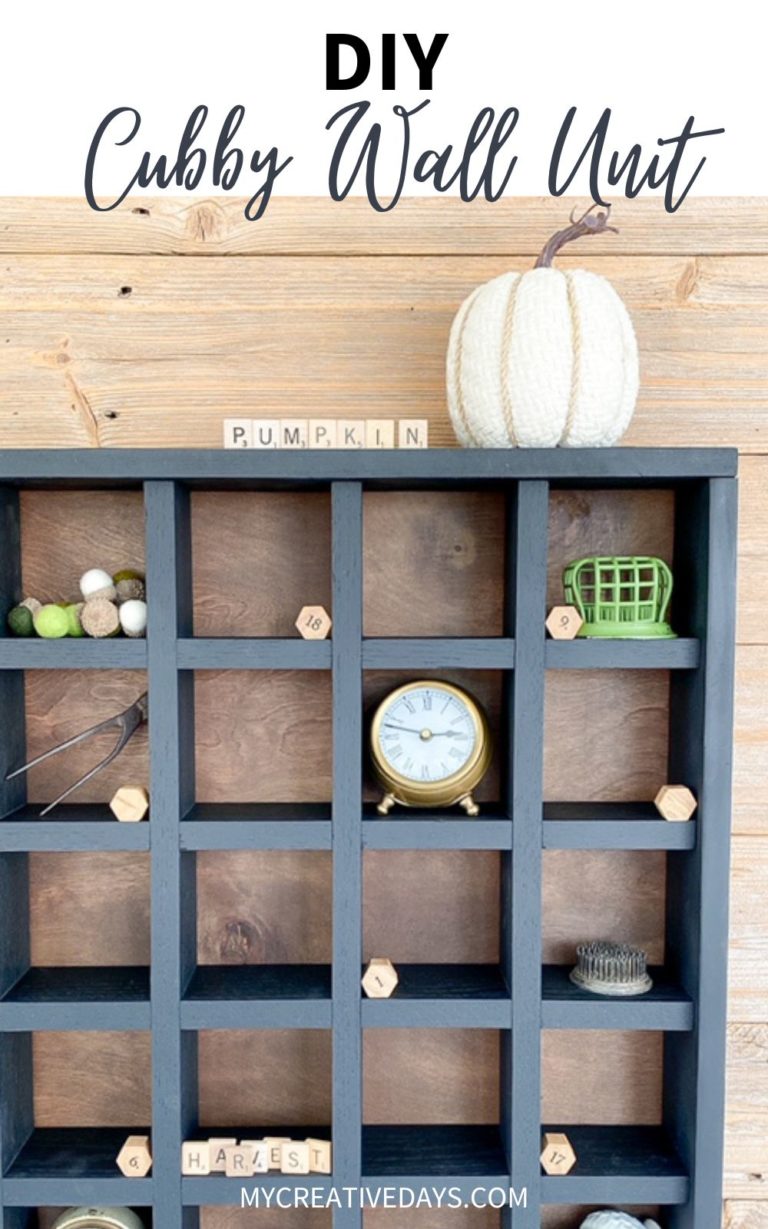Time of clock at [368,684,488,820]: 2:47
